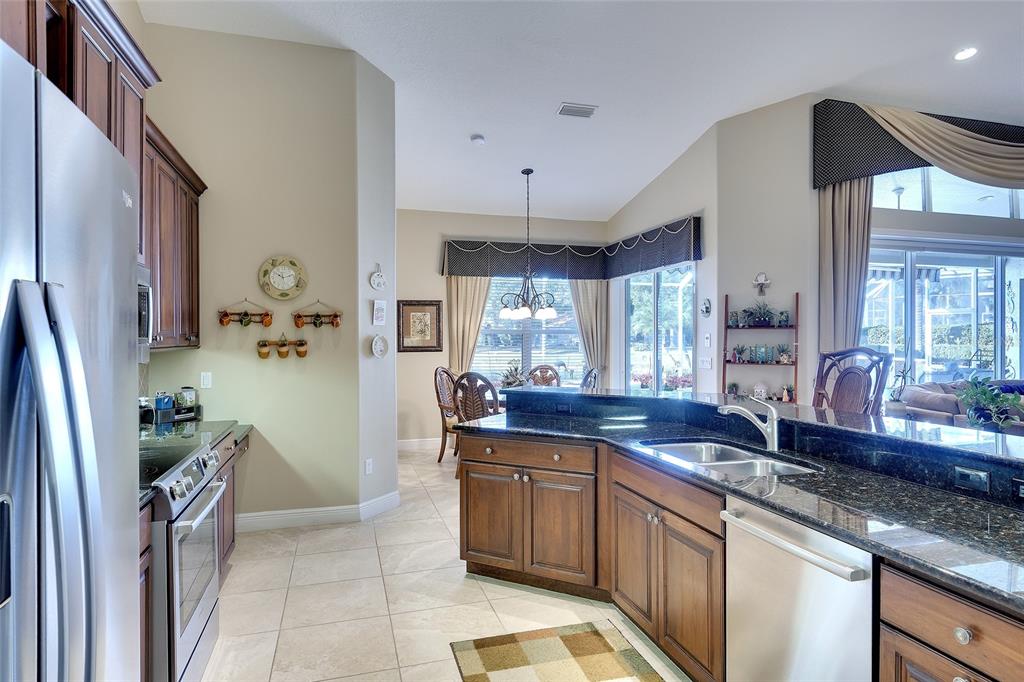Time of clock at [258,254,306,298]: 10:12
